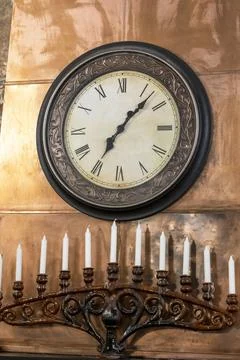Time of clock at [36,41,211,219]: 7:07
